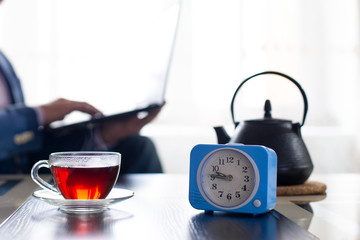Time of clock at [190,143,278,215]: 9:45
